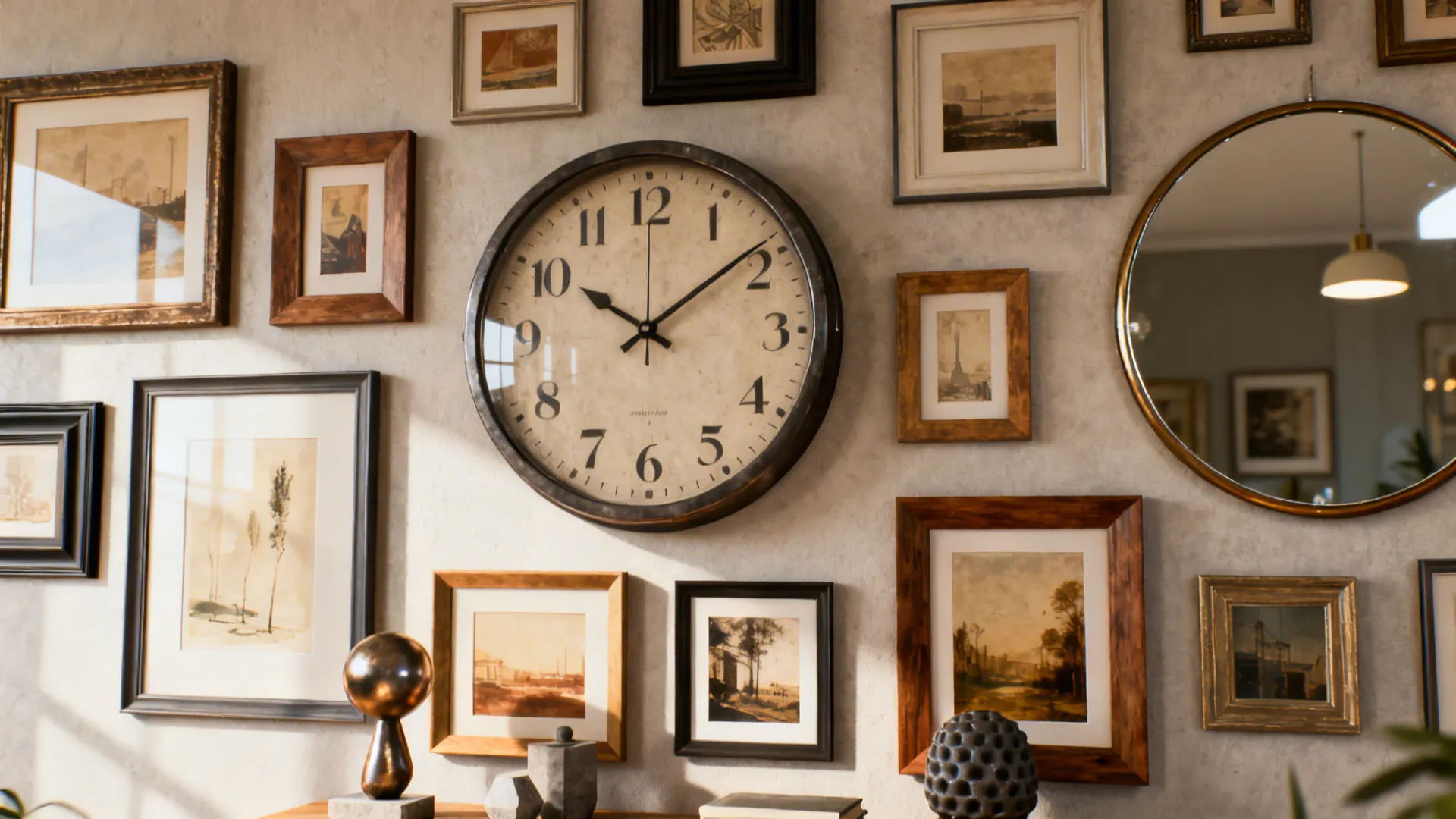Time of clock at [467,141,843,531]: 10:08
